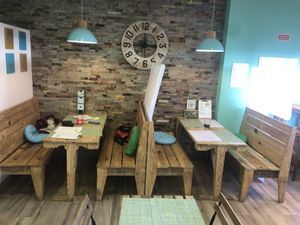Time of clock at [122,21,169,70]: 12:16
